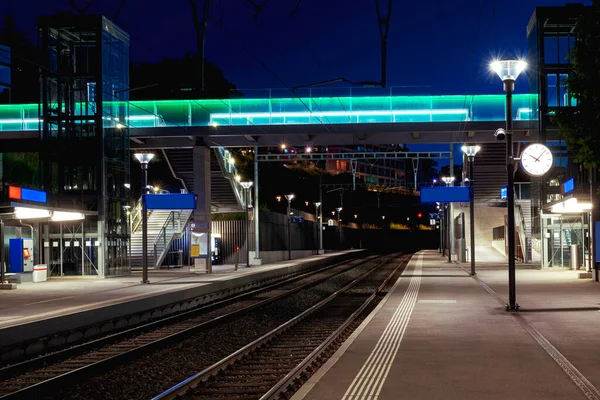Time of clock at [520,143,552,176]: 10:07
